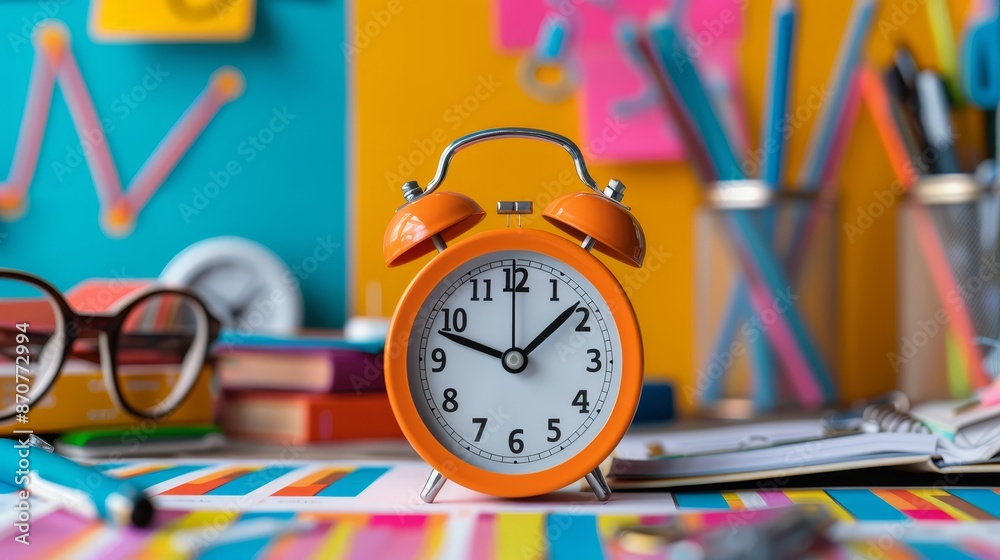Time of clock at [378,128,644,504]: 1:47
